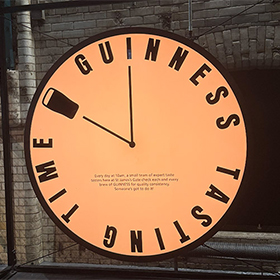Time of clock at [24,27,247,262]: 9:57
